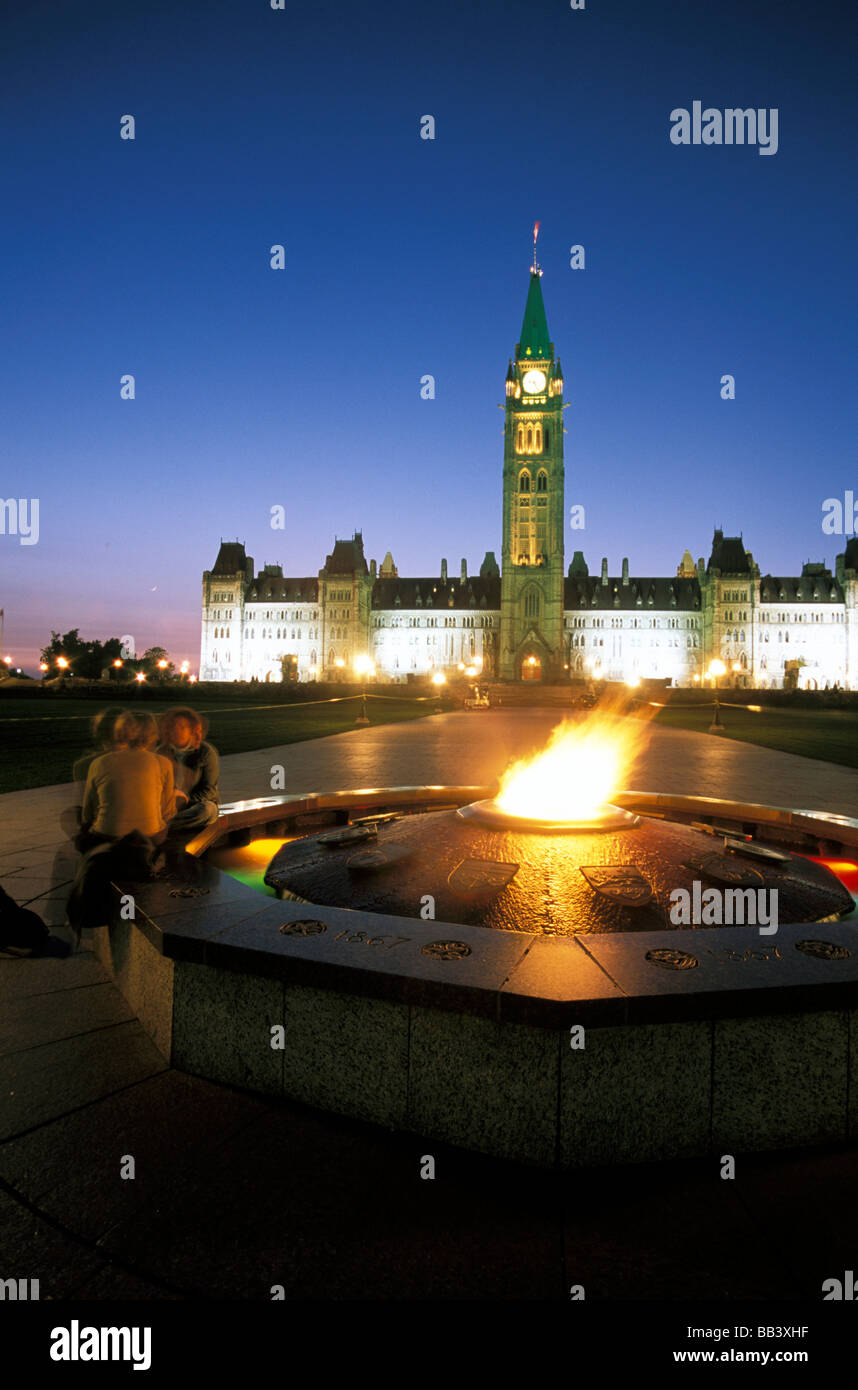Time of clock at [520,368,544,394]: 9:25
